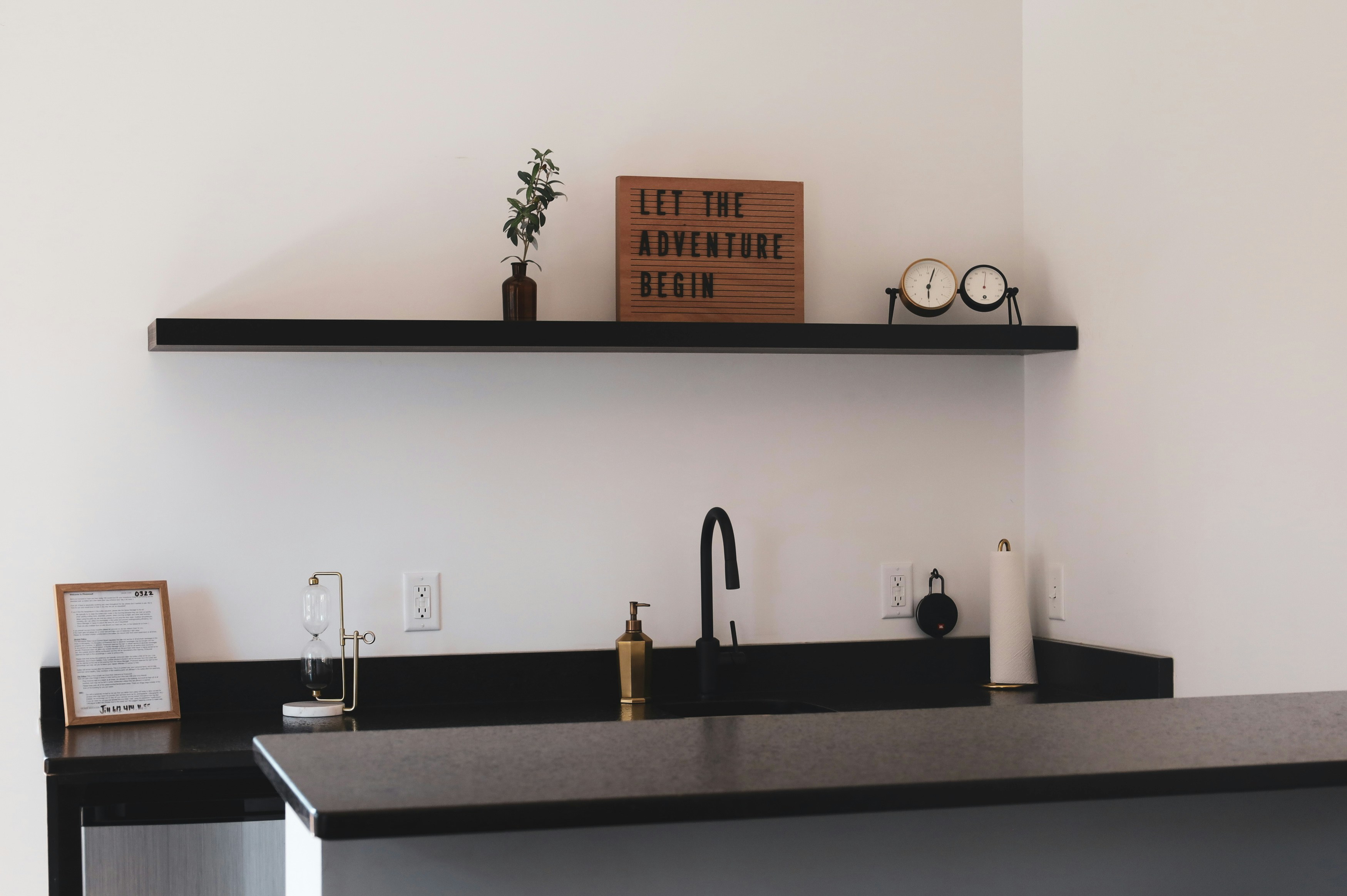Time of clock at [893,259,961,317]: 6:03
